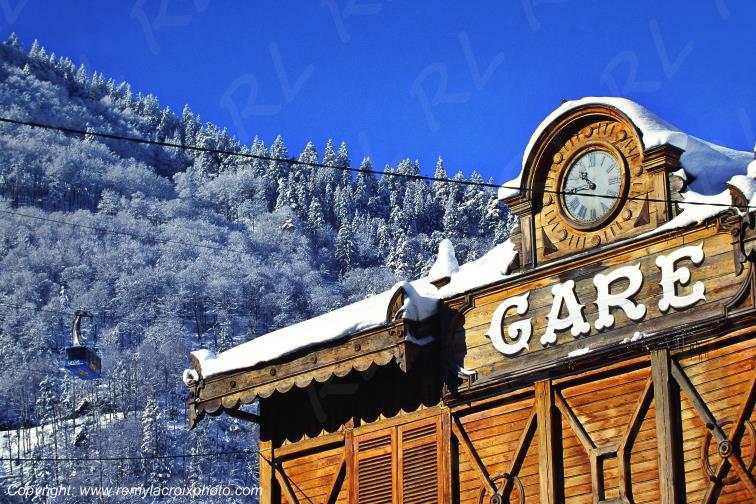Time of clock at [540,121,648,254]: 10:45
